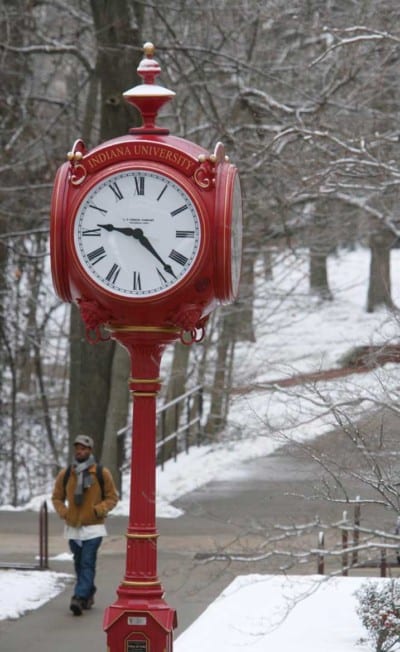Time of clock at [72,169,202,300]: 9:22
